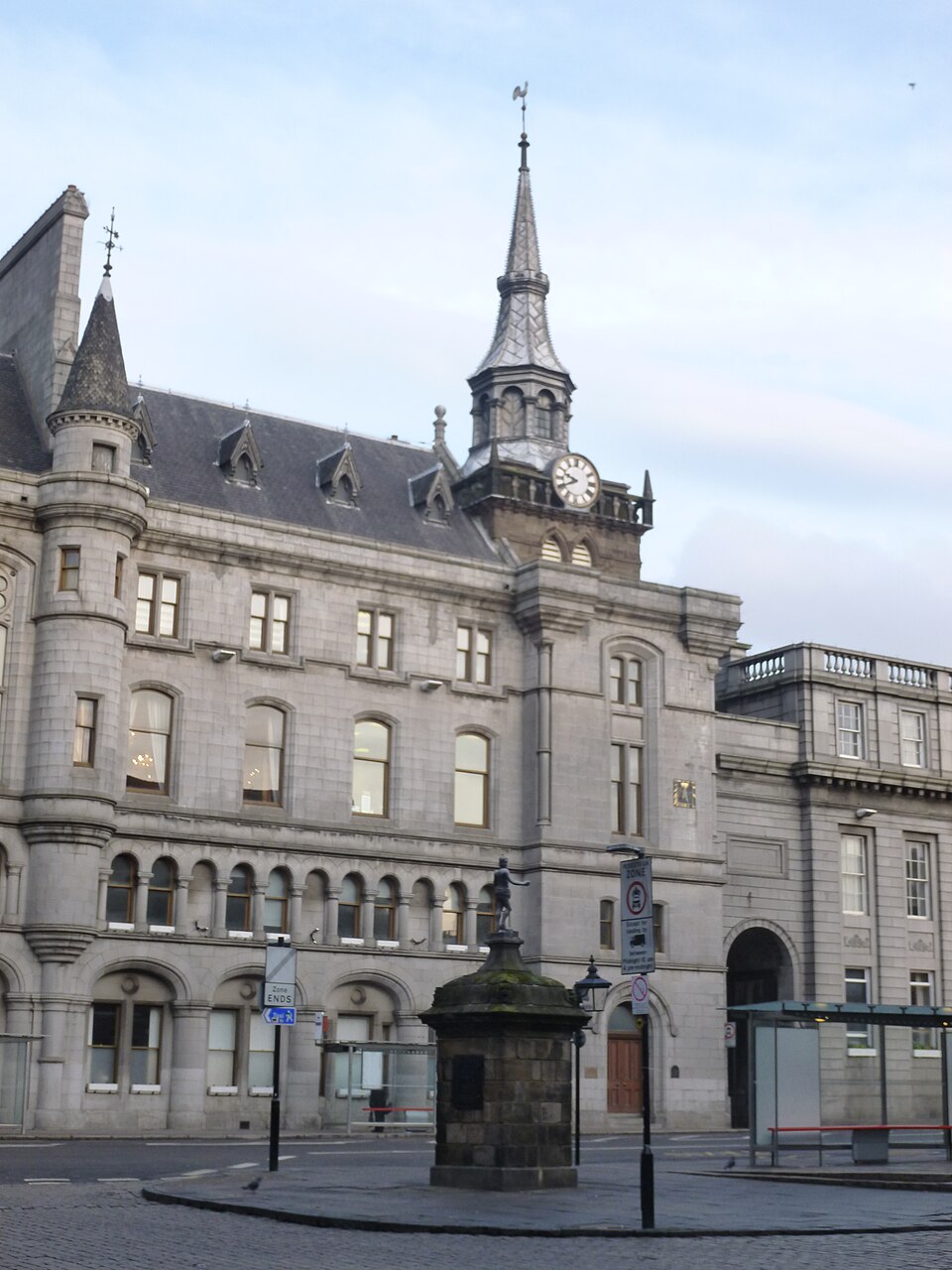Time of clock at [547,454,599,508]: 9:40
